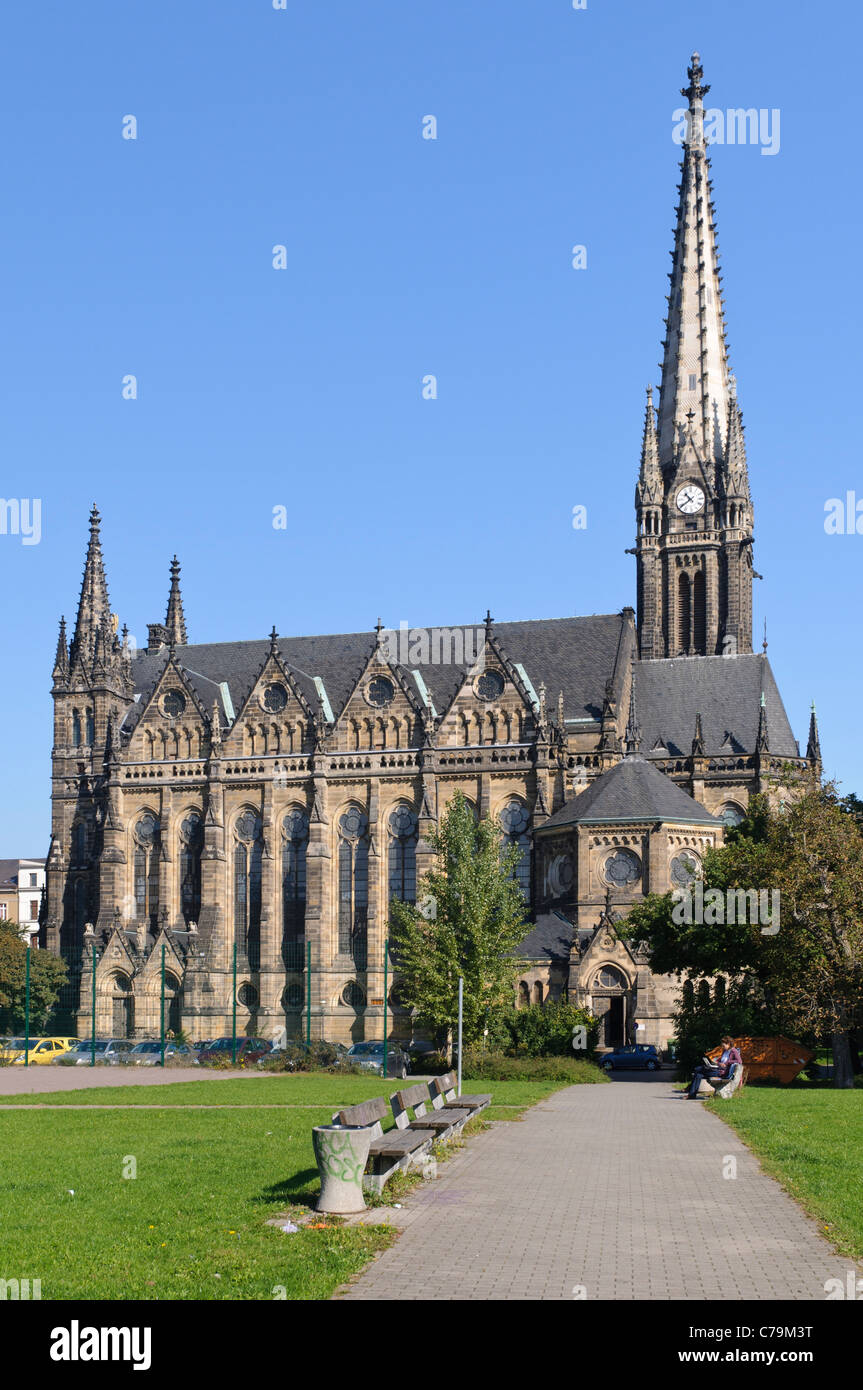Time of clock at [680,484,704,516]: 10:39
